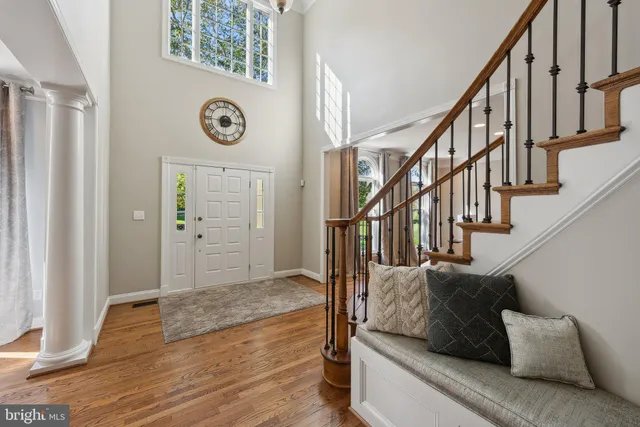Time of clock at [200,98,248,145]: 7:15
